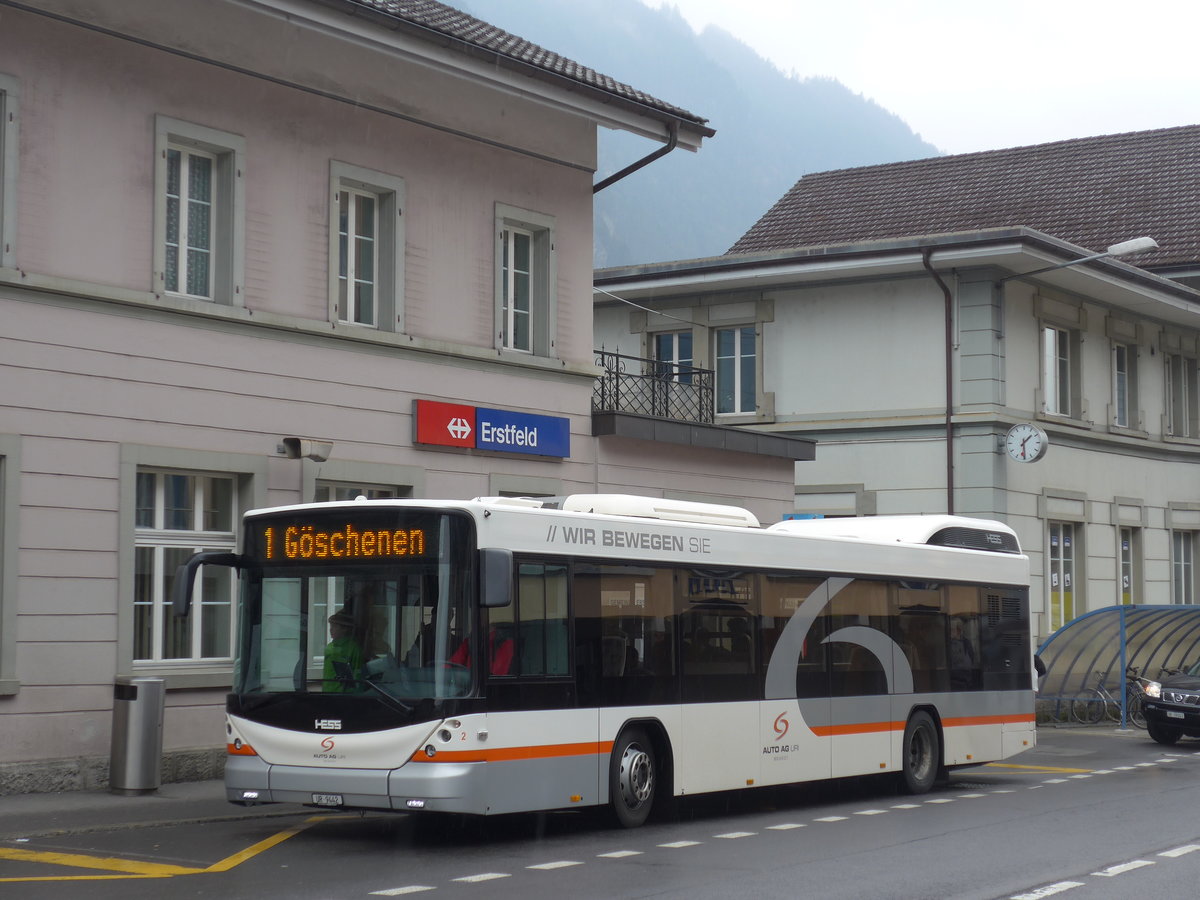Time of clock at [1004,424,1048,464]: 1:29
